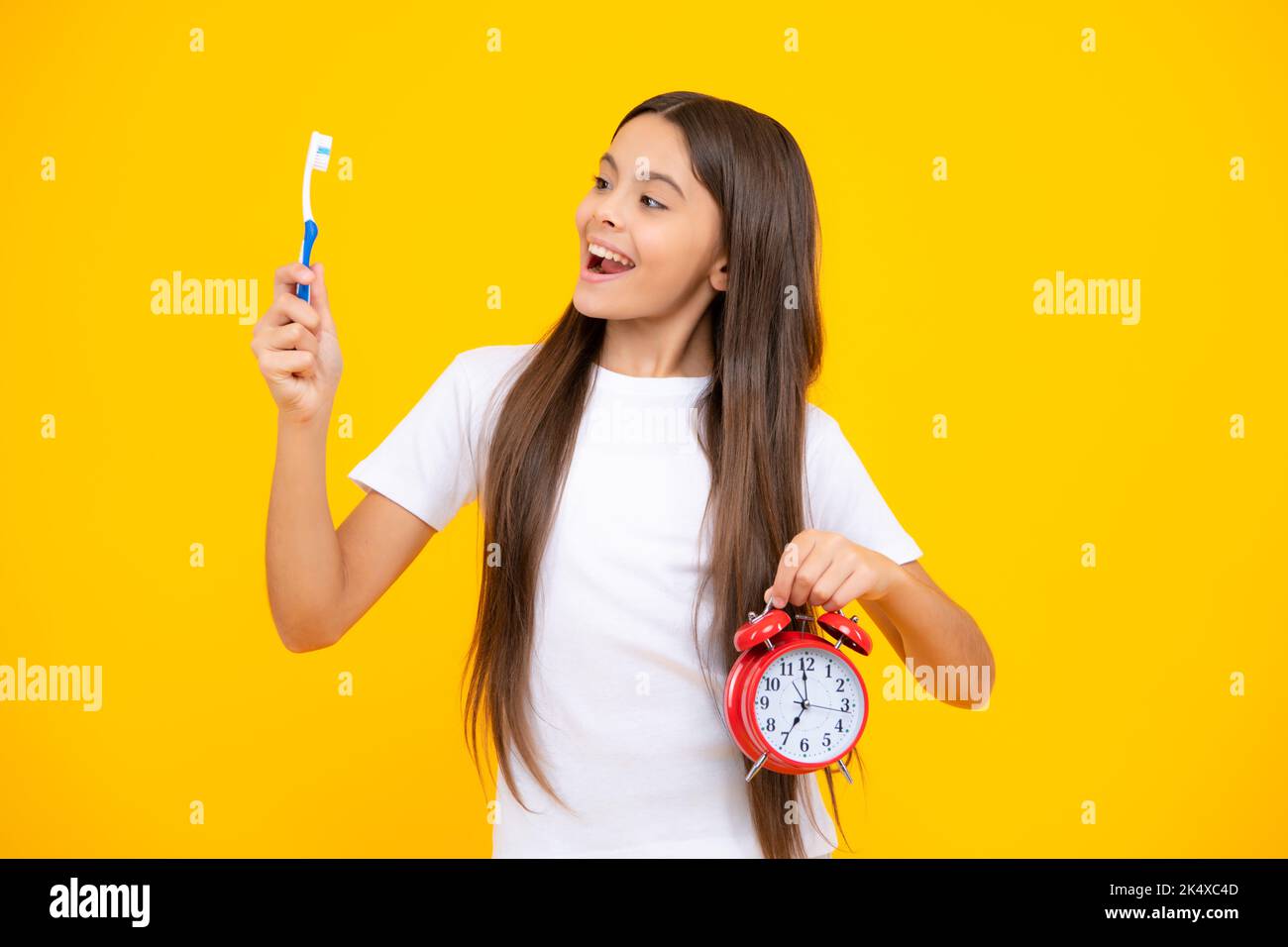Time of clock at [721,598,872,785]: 6:59
